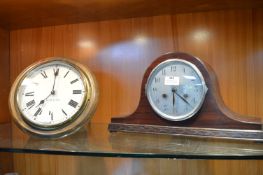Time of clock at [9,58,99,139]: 7:00
